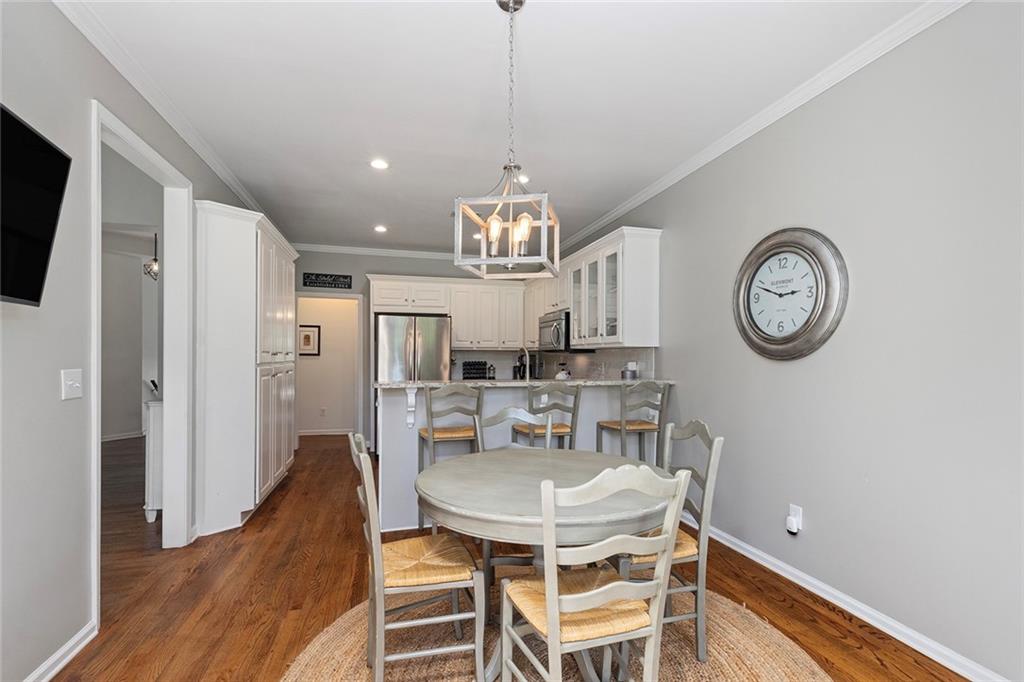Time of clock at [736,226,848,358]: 2:48
